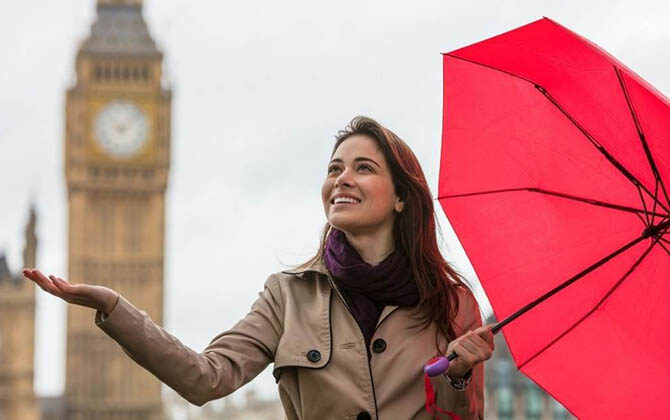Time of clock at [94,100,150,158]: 5:08
